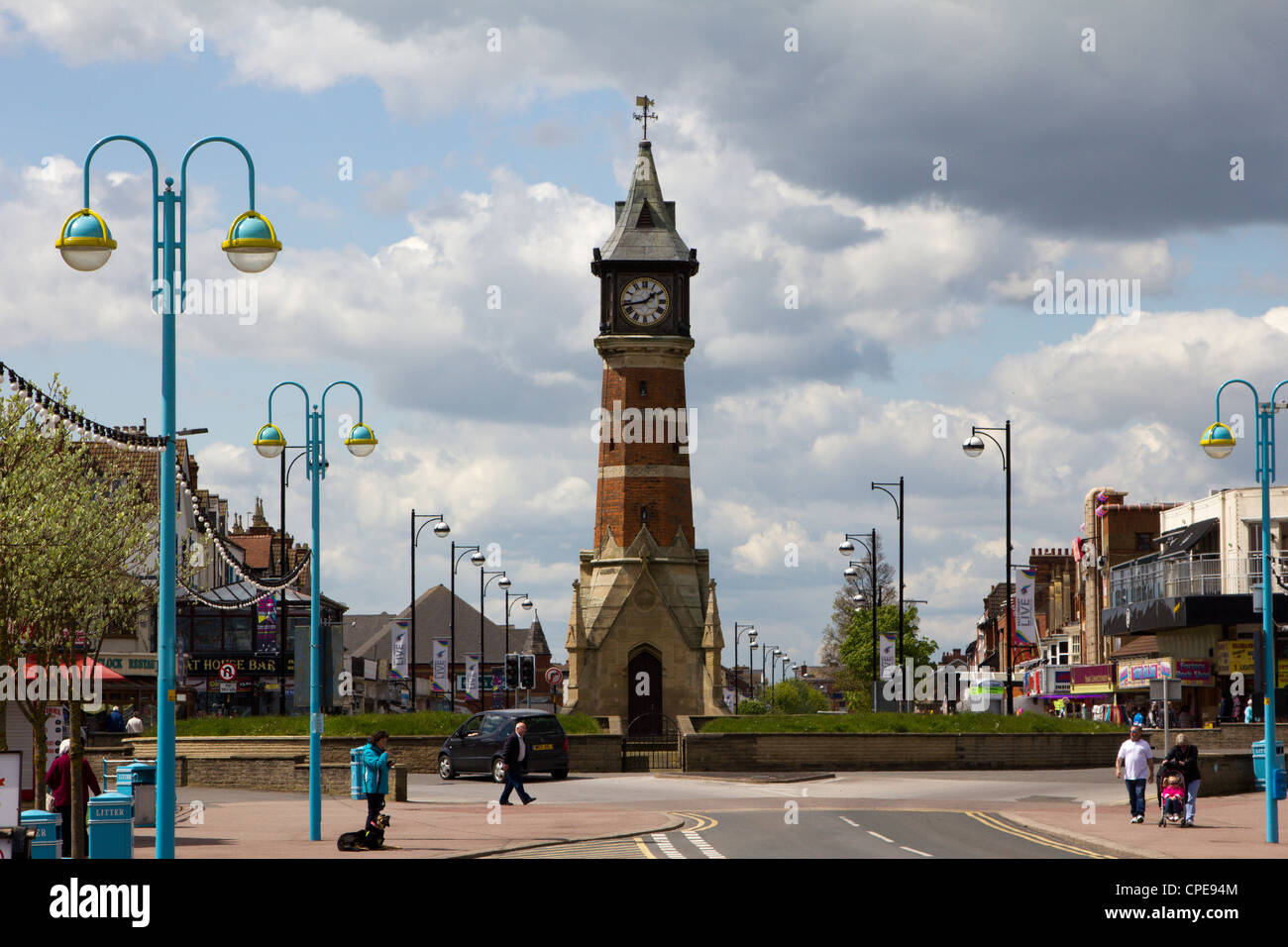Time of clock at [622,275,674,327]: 1:43
